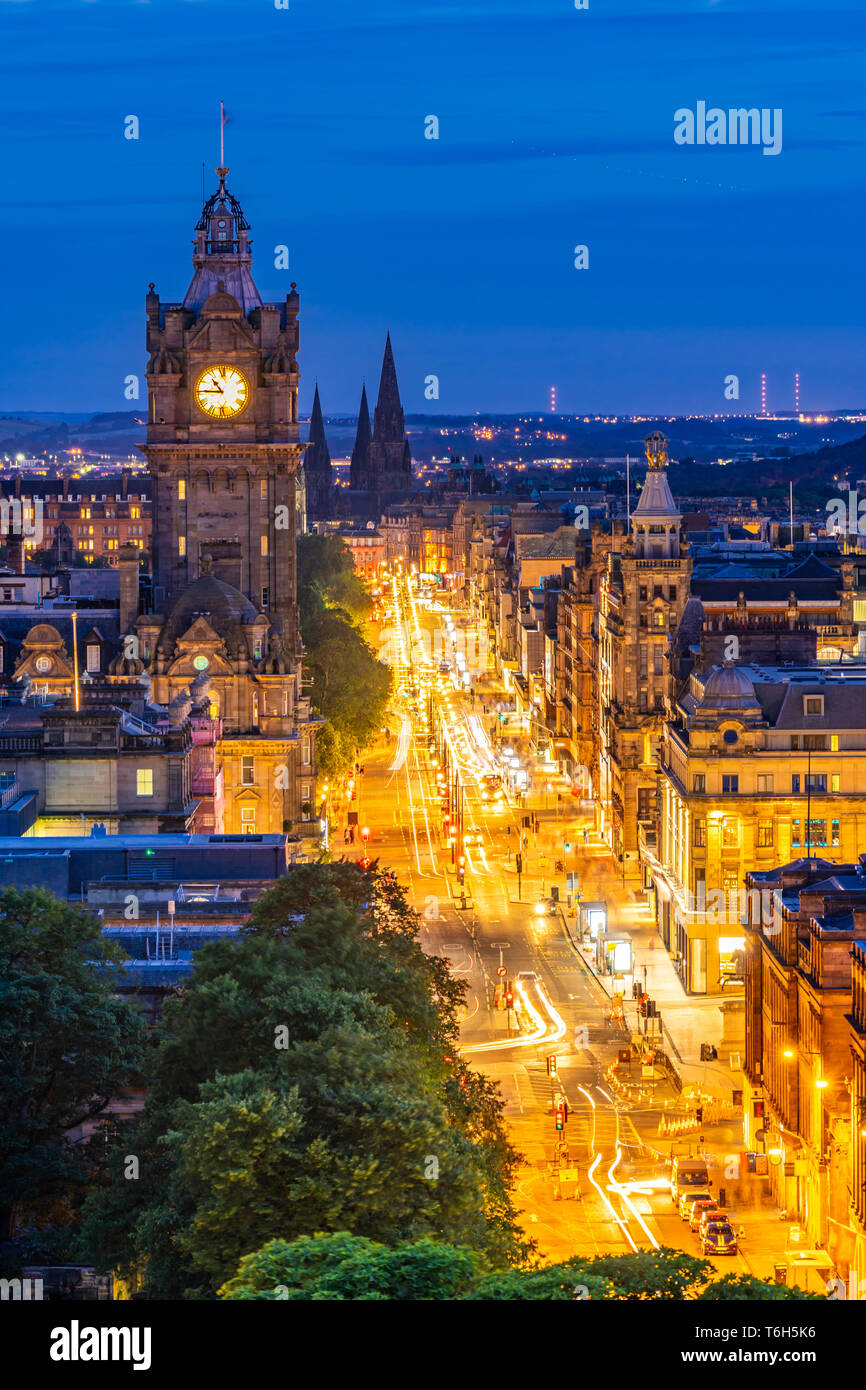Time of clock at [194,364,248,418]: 10:45
